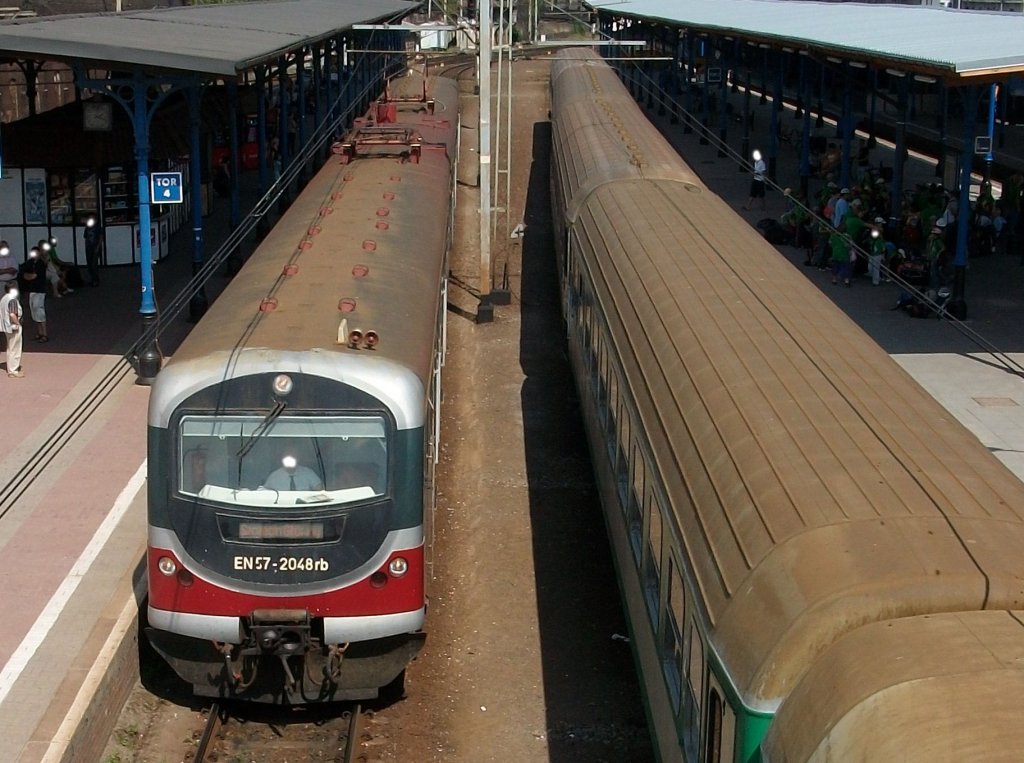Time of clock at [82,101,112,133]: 2:18
